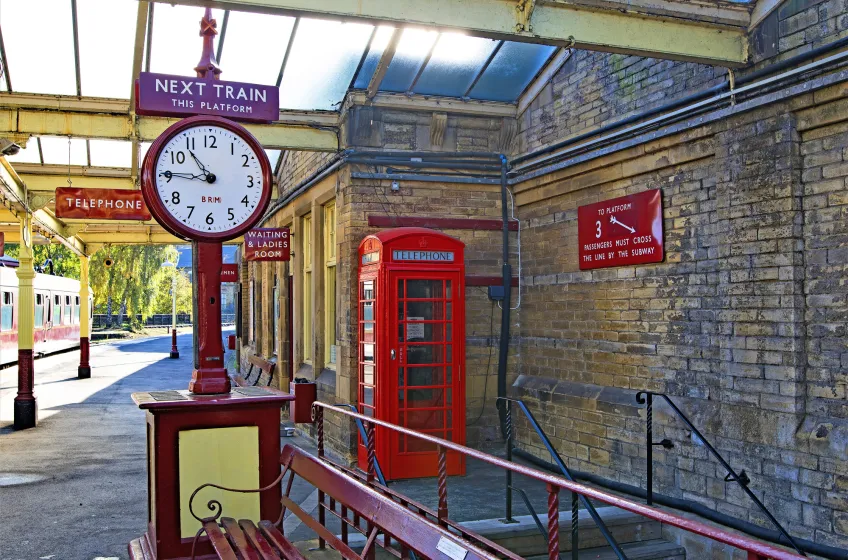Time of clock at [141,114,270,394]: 10:45
